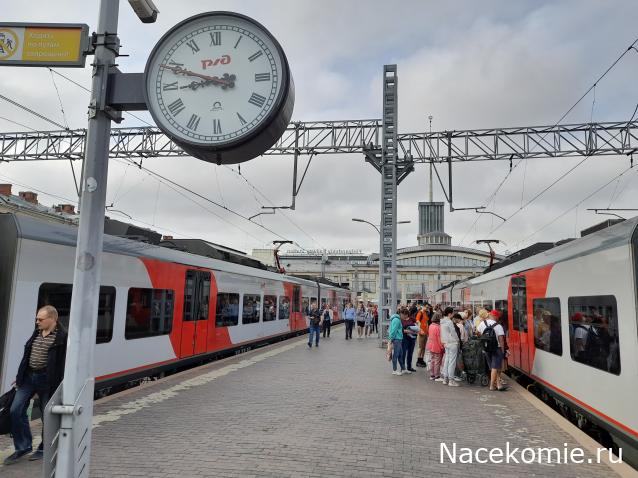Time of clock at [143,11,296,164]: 8:48
